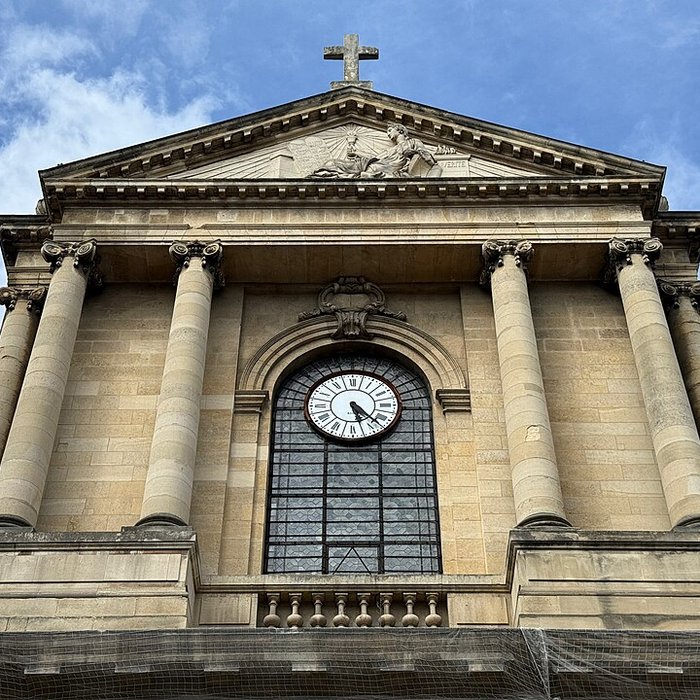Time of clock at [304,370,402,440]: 5:22
